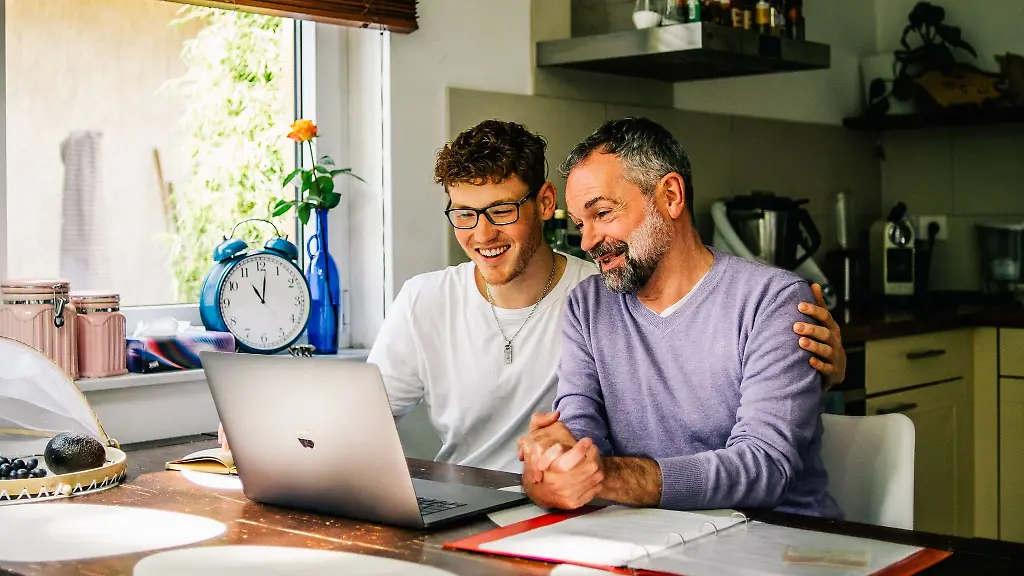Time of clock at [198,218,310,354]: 11:01
